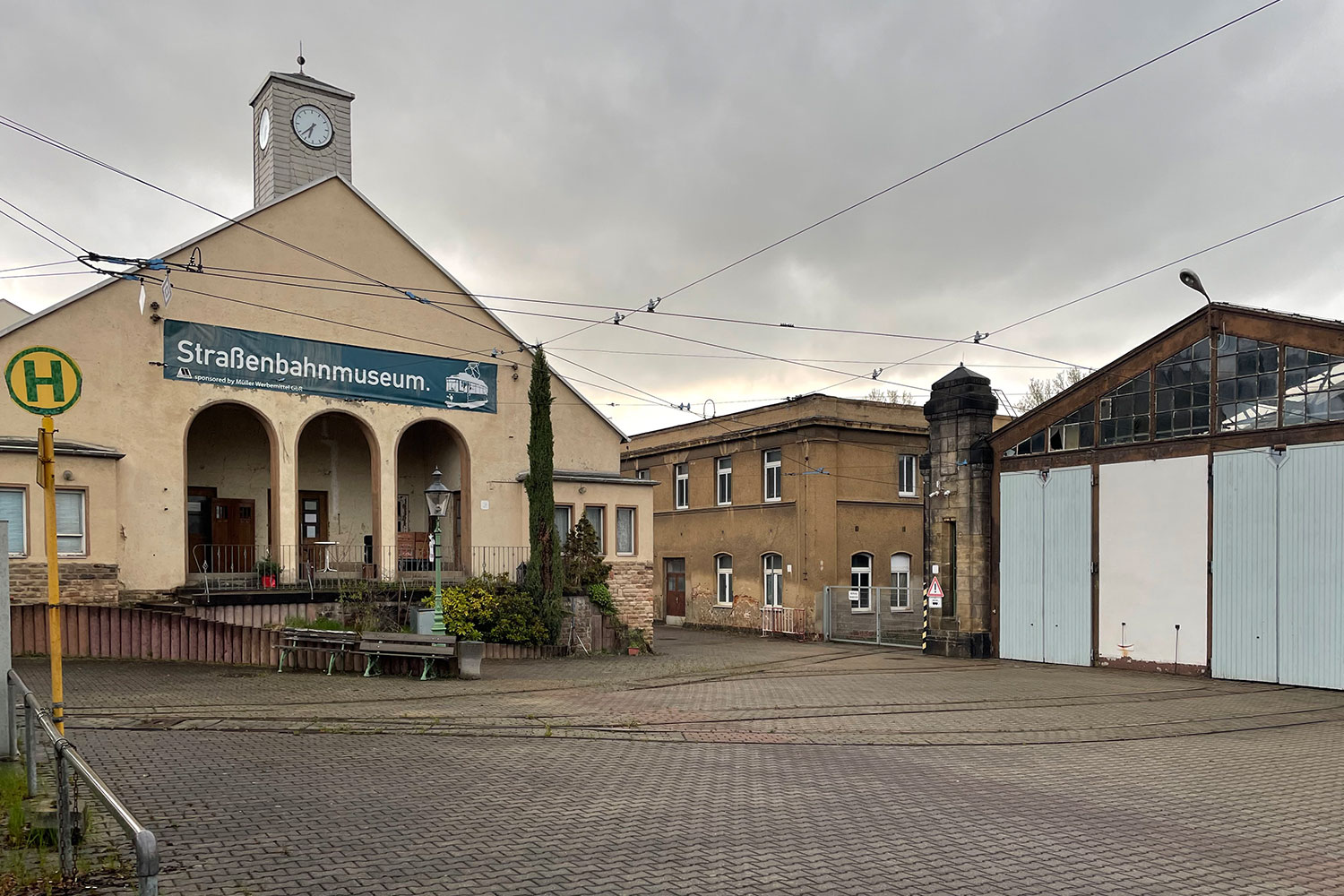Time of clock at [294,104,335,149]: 6:38
